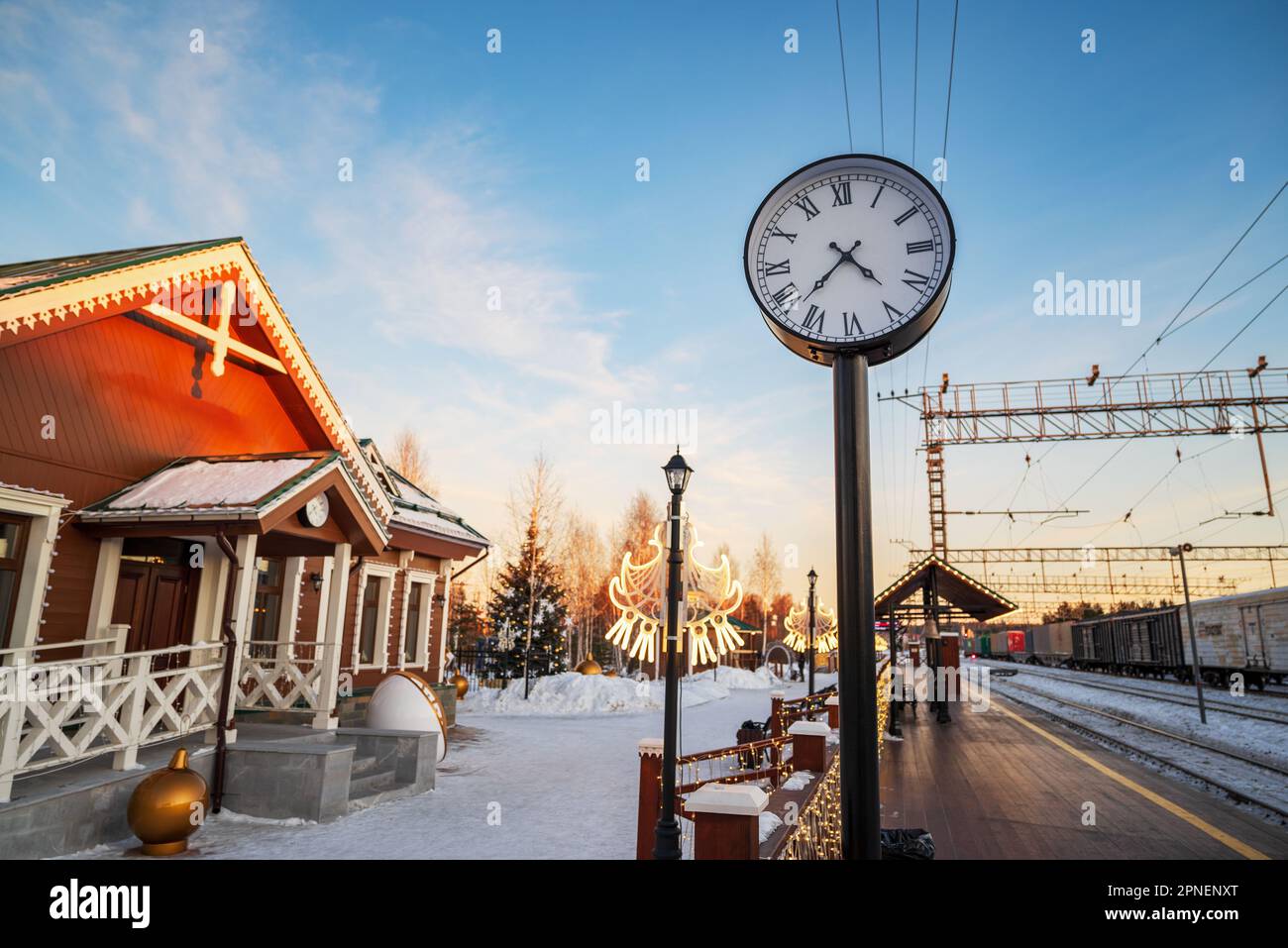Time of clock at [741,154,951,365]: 4:37
